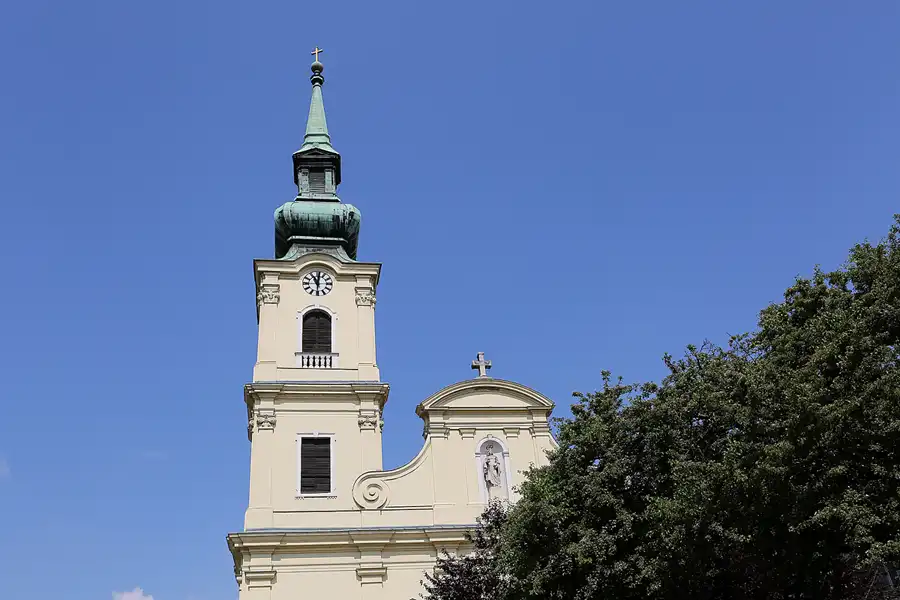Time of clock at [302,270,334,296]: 11:01
